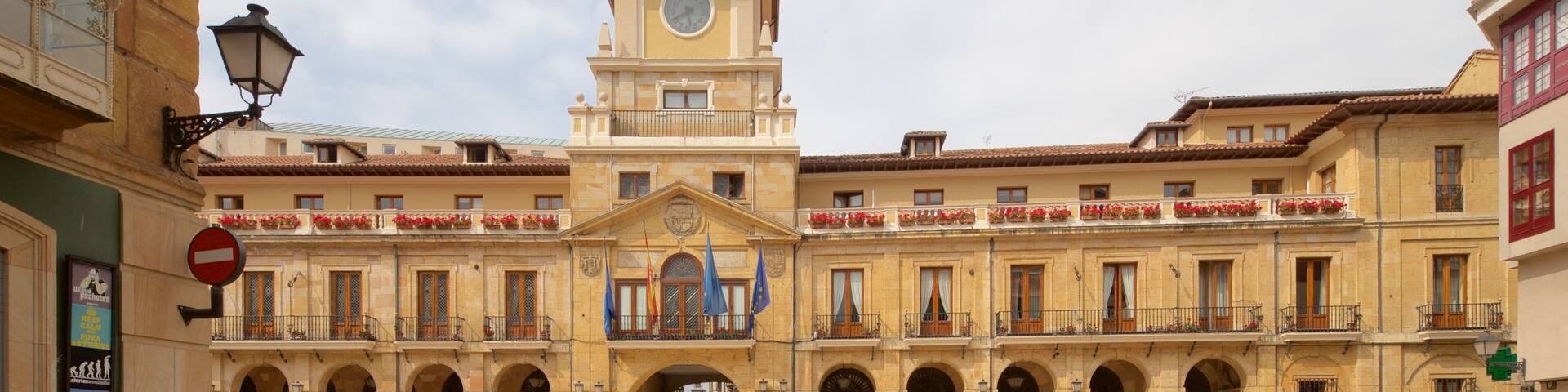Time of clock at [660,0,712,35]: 5:40
